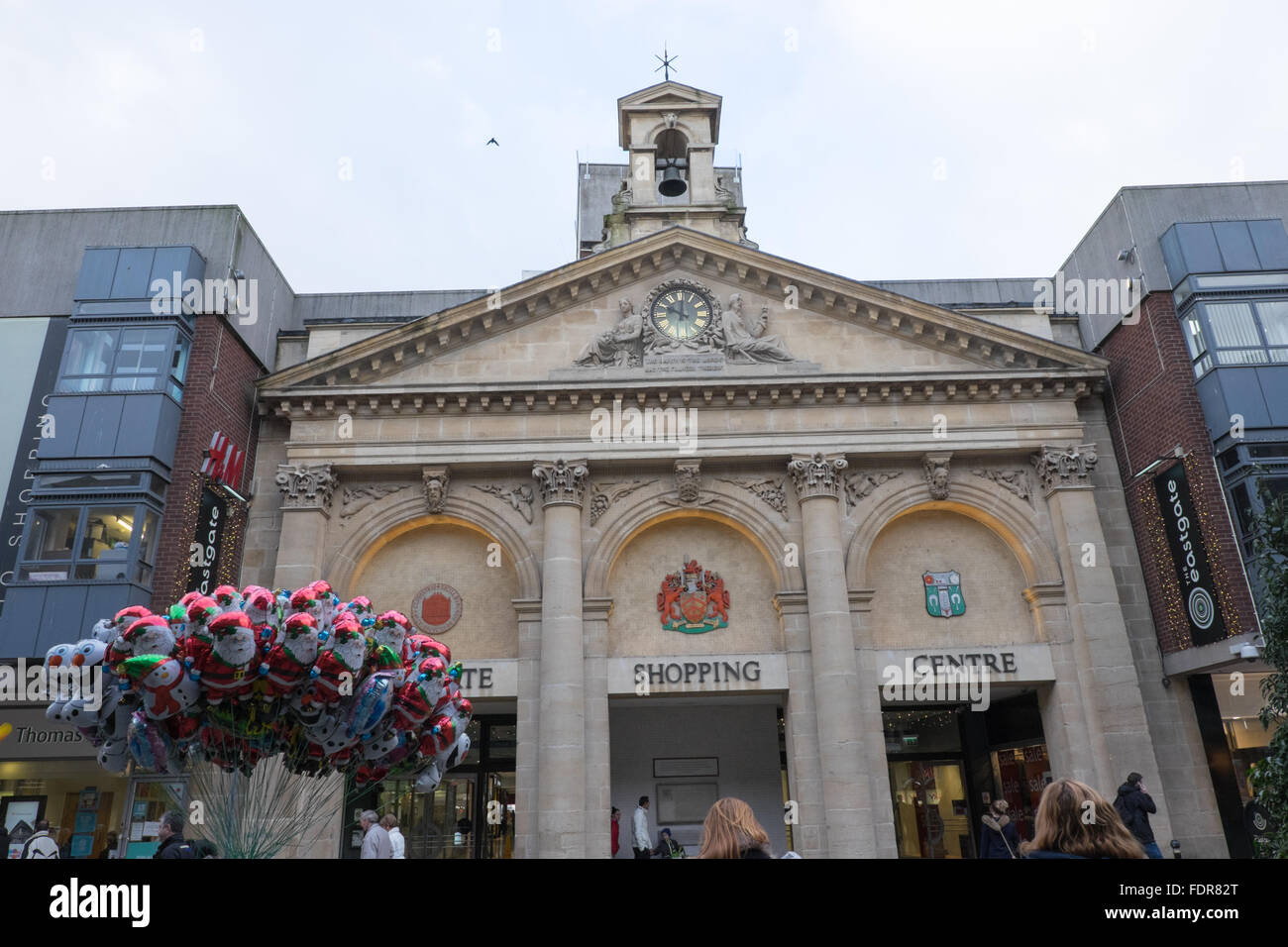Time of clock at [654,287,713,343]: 10:00
